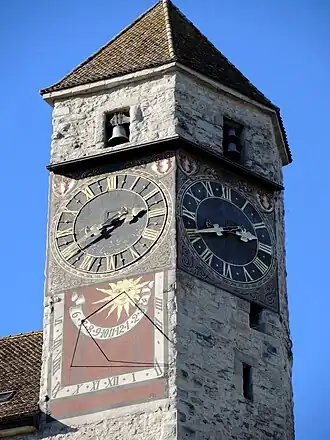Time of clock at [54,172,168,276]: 2:40
